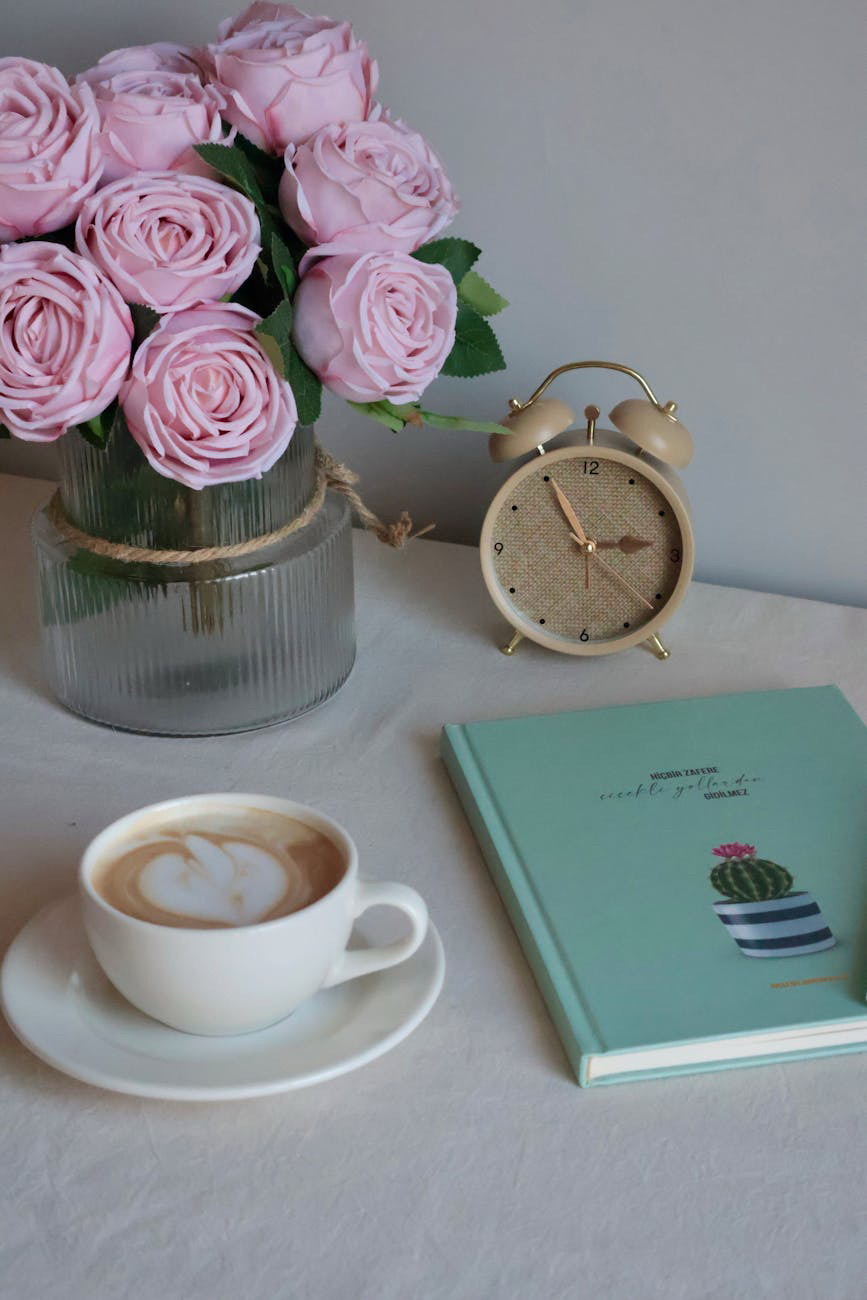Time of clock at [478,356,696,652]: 2:55
